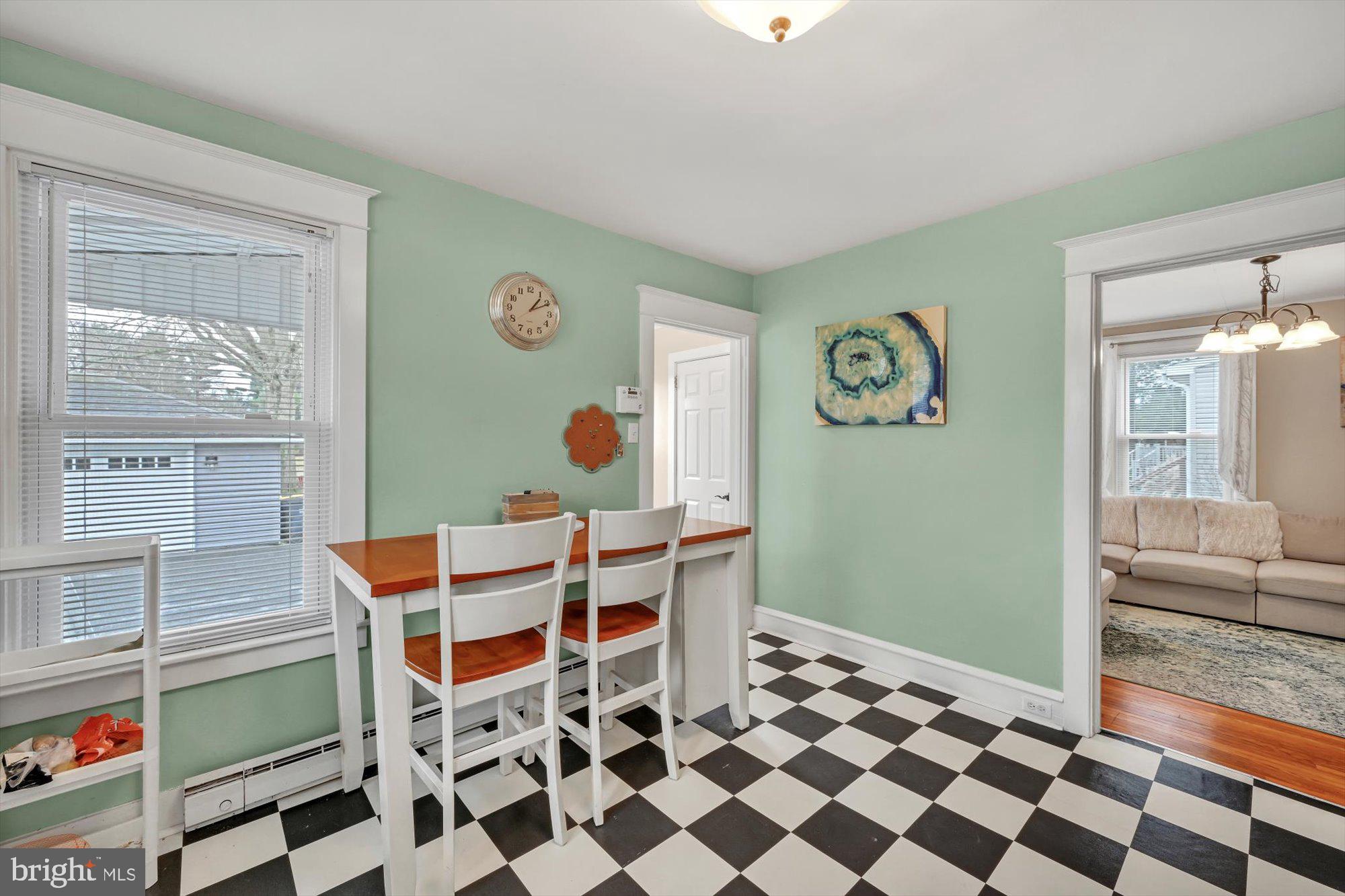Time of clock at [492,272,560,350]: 1:10
